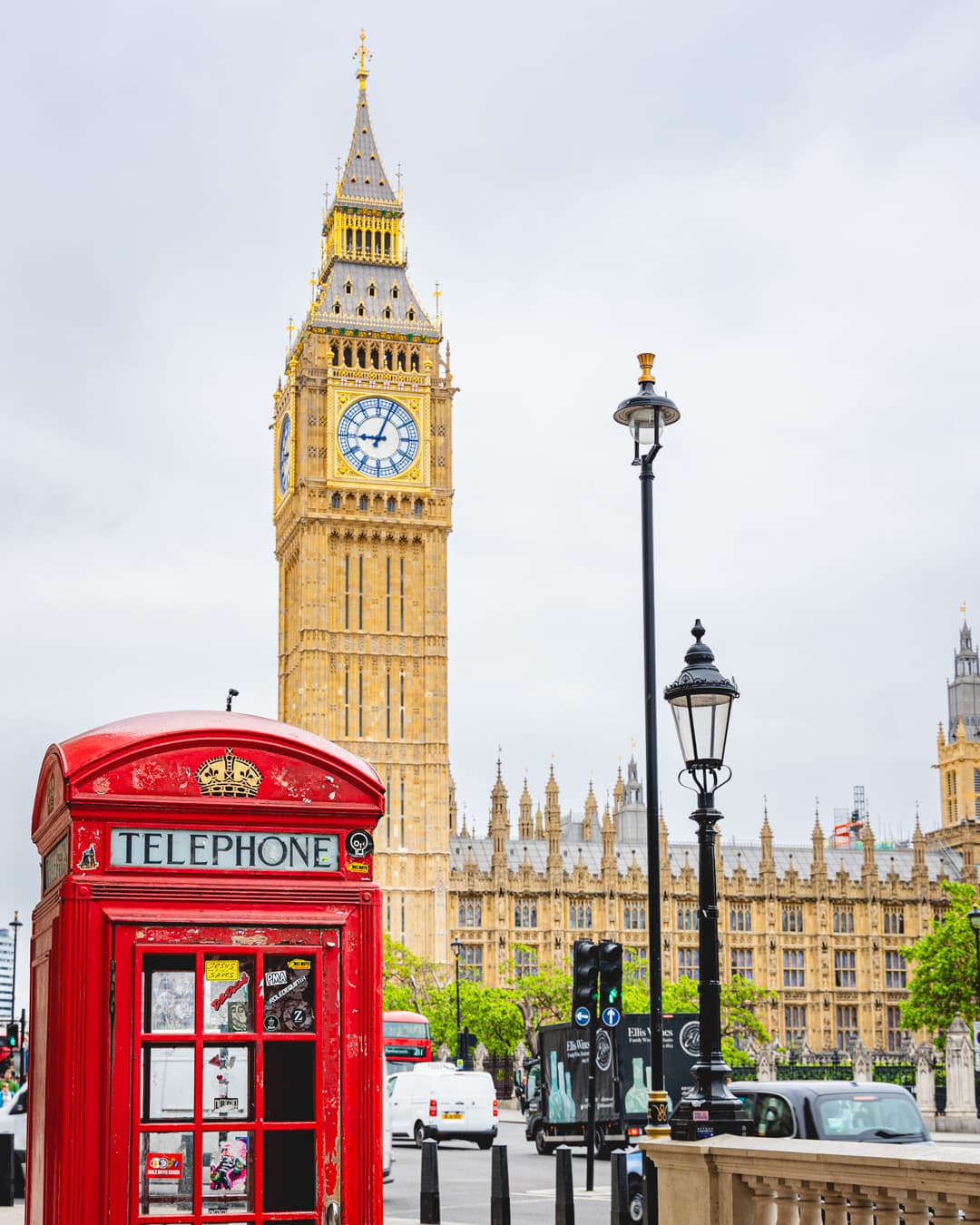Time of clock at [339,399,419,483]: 9:03
